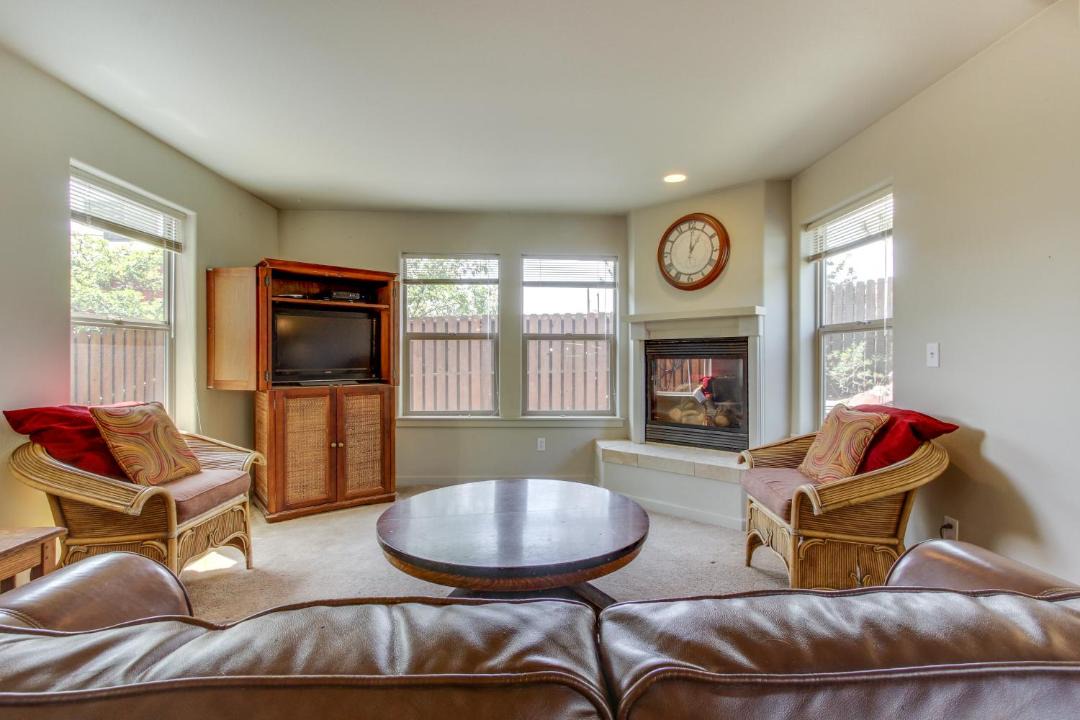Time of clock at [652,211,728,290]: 1:00
